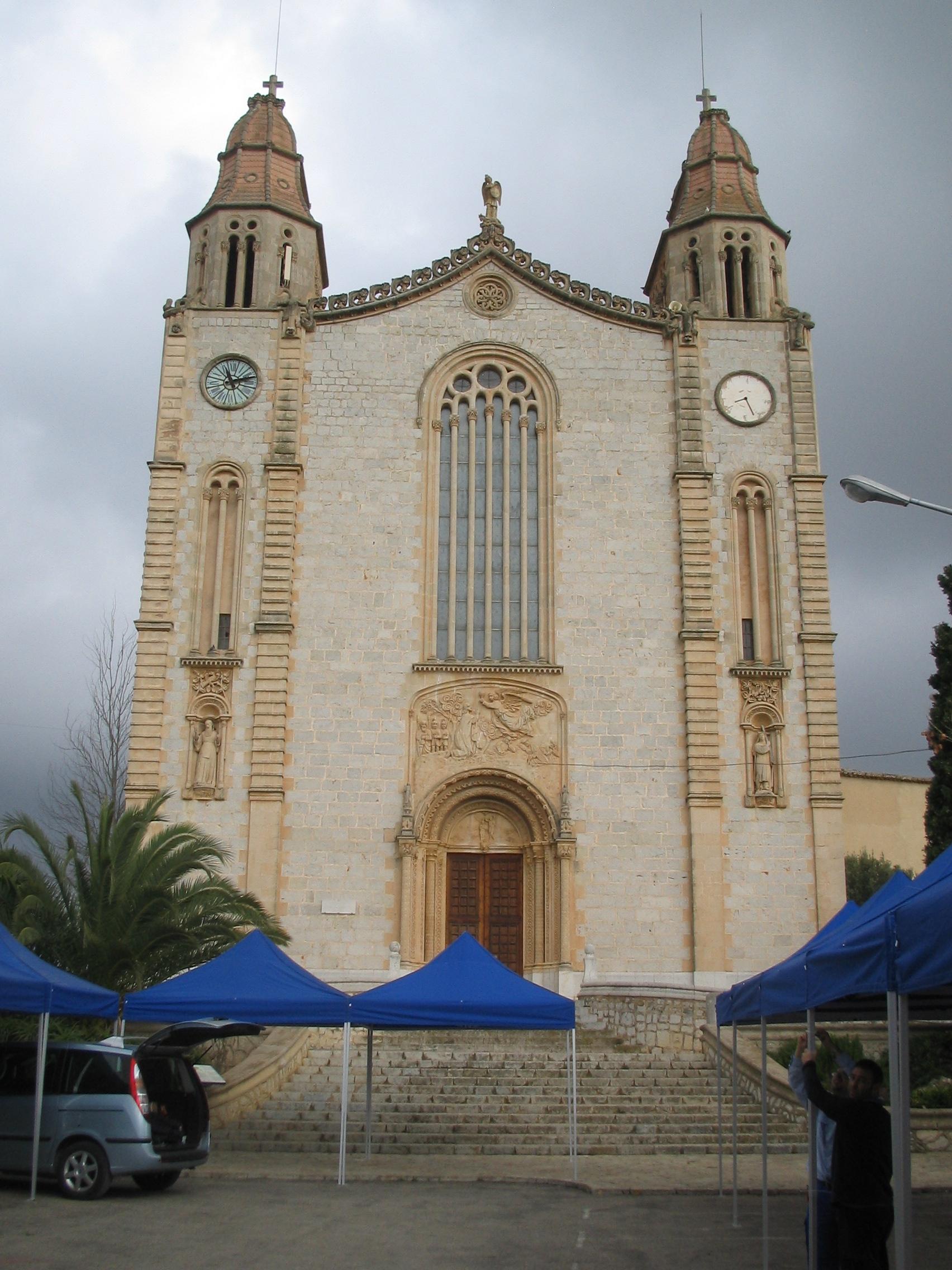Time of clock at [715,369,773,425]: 8:26
